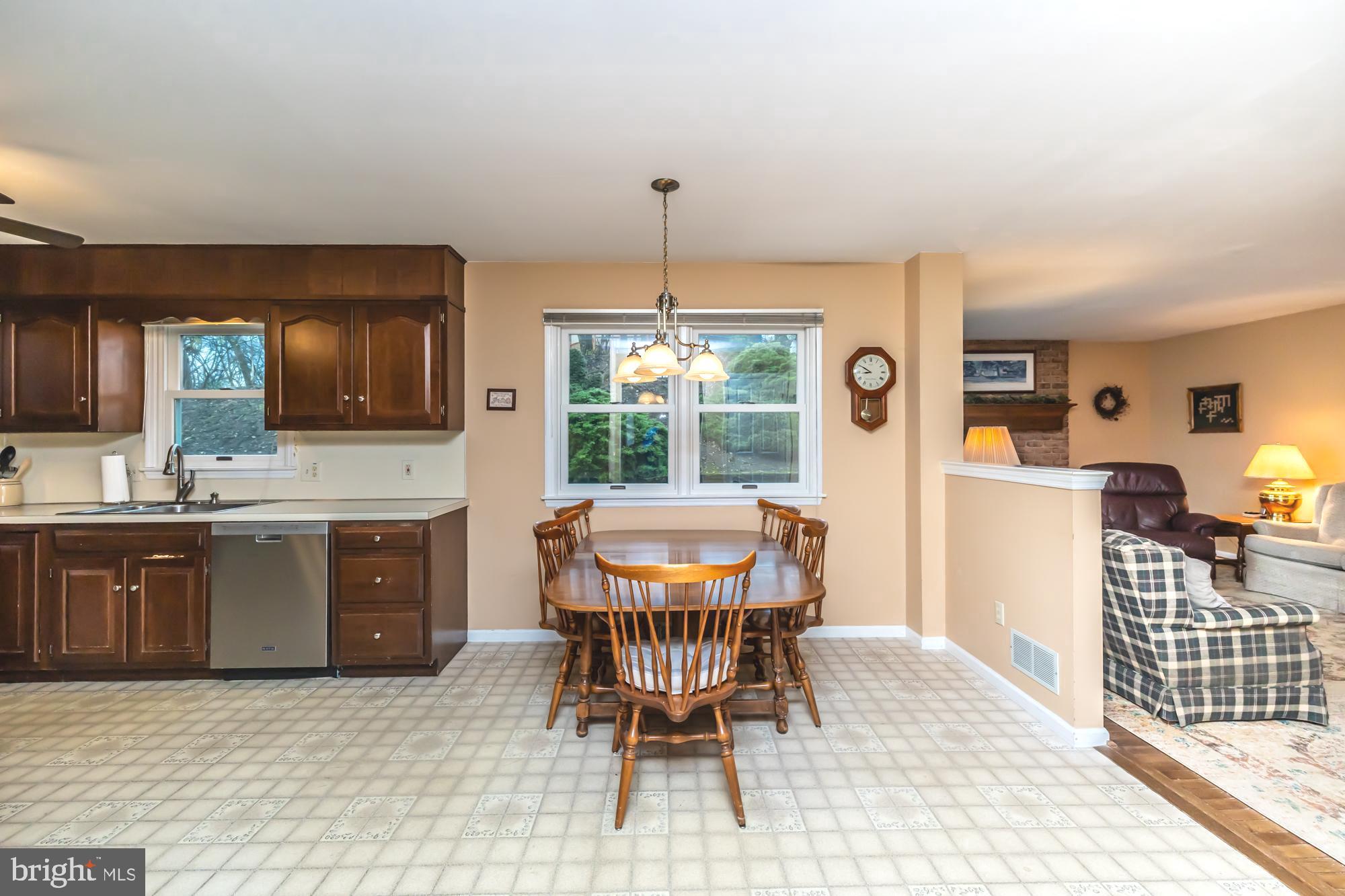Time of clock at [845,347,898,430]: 8:51
